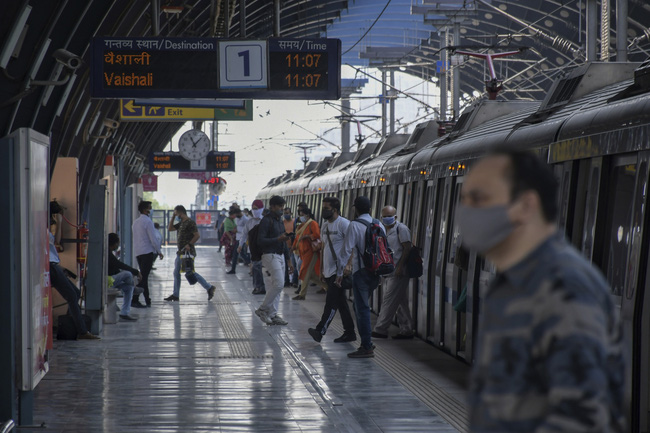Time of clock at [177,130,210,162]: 11:07
